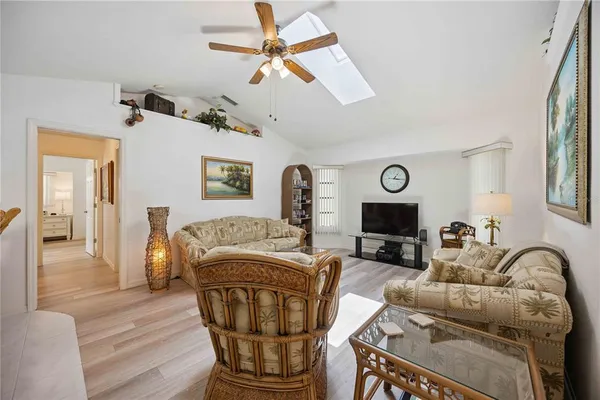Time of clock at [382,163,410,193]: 1:16
